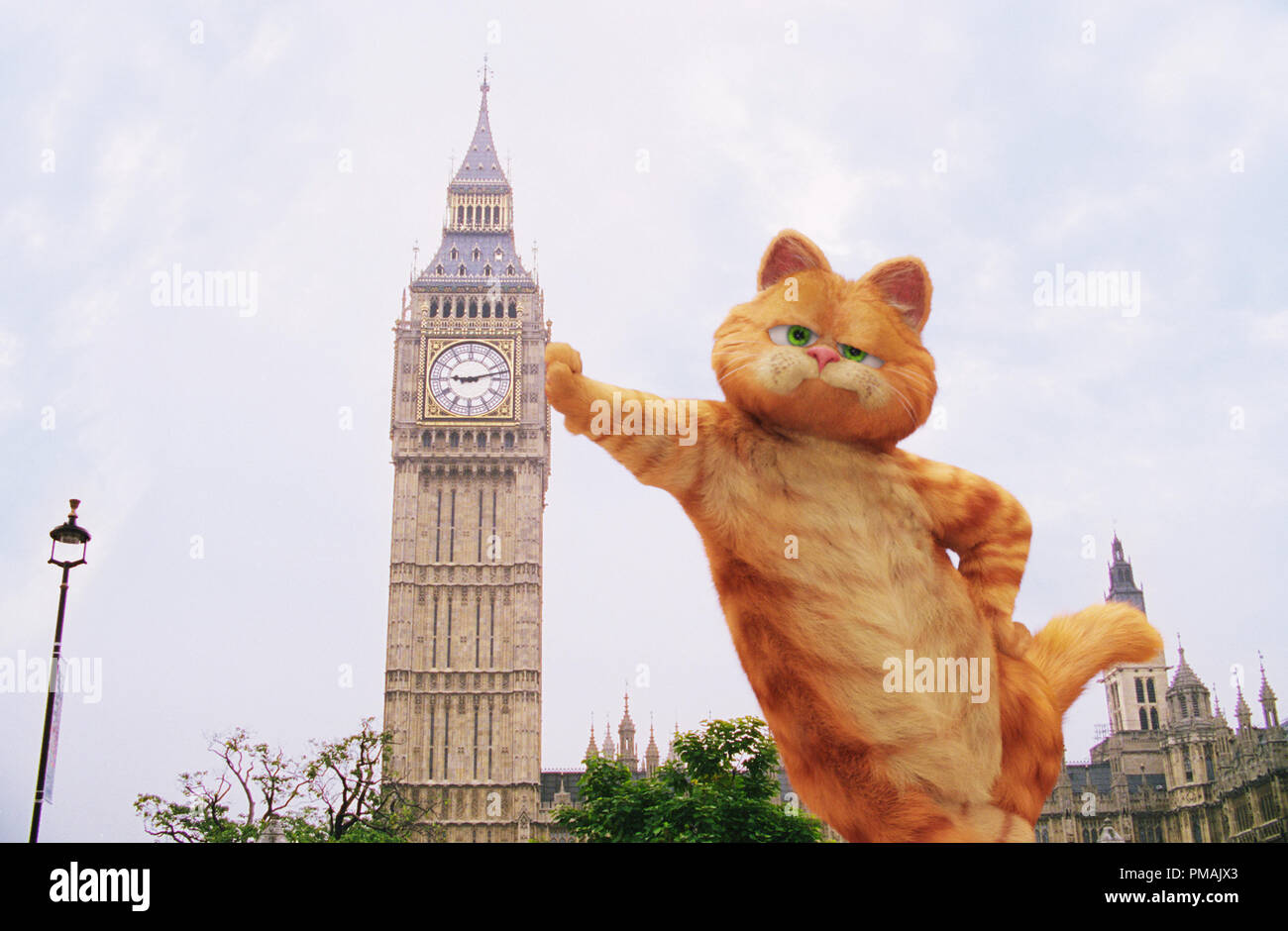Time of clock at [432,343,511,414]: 9:12
